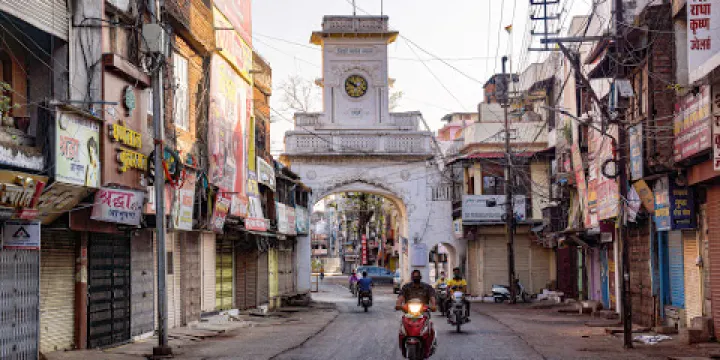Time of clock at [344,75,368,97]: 9:50
